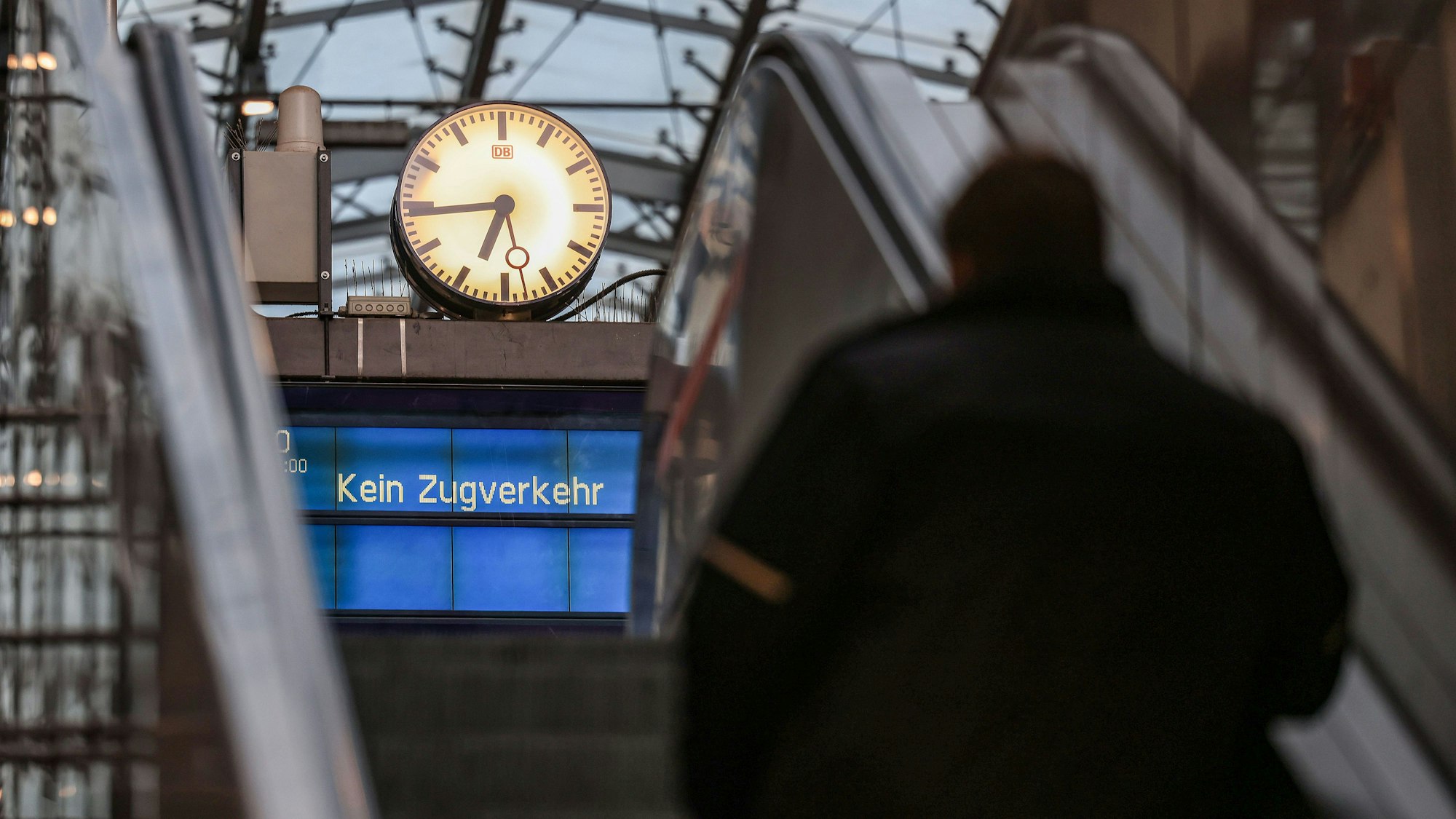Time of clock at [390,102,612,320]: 6:44
